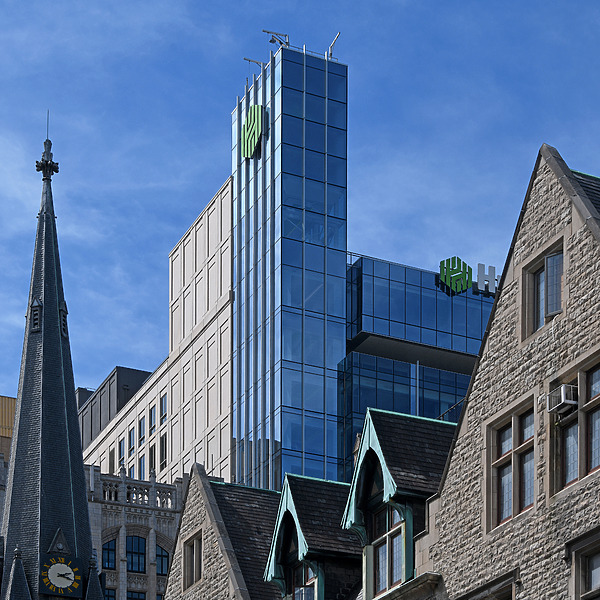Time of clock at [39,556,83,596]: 2:18
